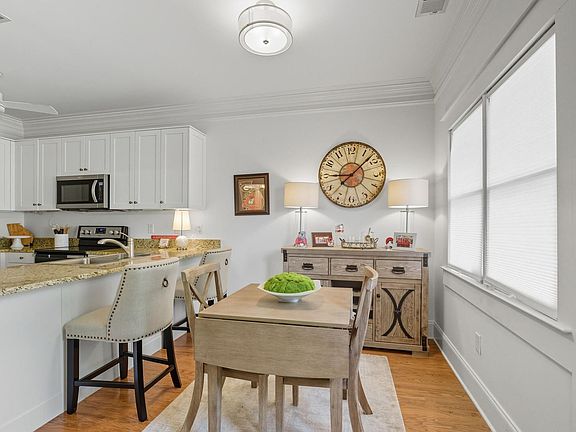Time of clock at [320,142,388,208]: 9:07
